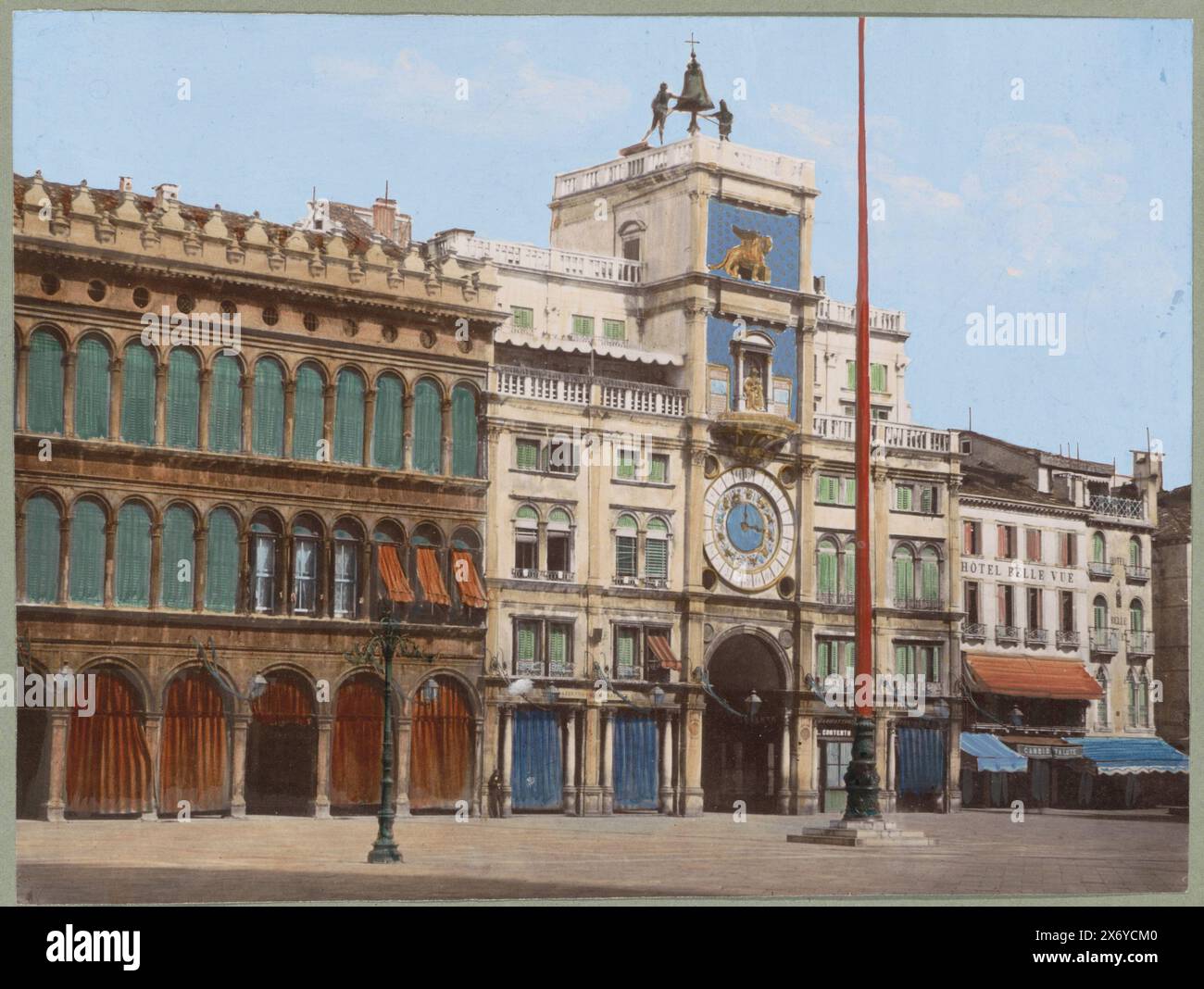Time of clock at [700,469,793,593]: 12:16
